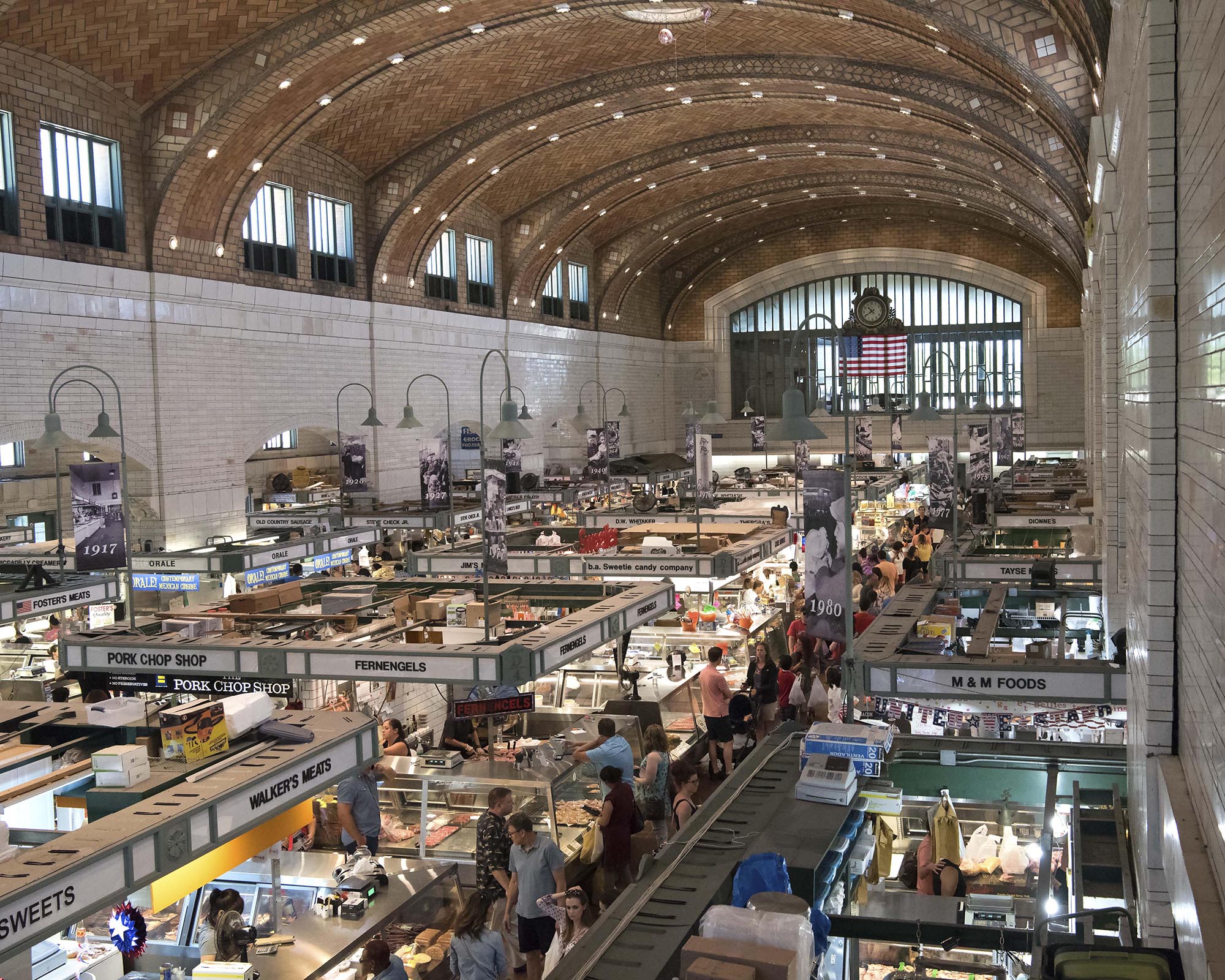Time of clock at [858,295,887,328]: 10:40
